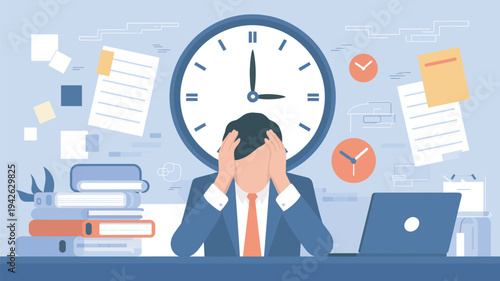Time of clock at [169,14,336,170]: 3:00
